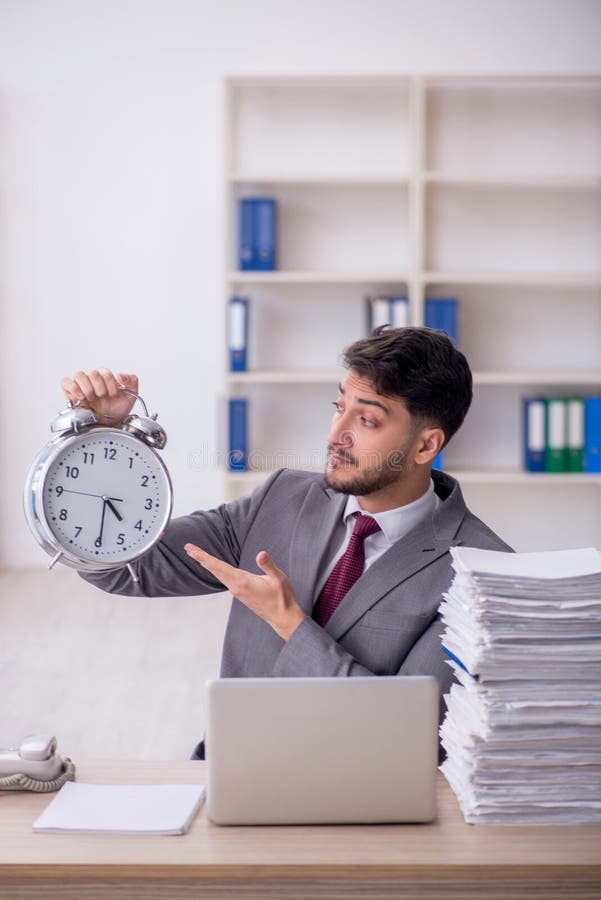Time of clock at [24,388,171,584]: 4:29
